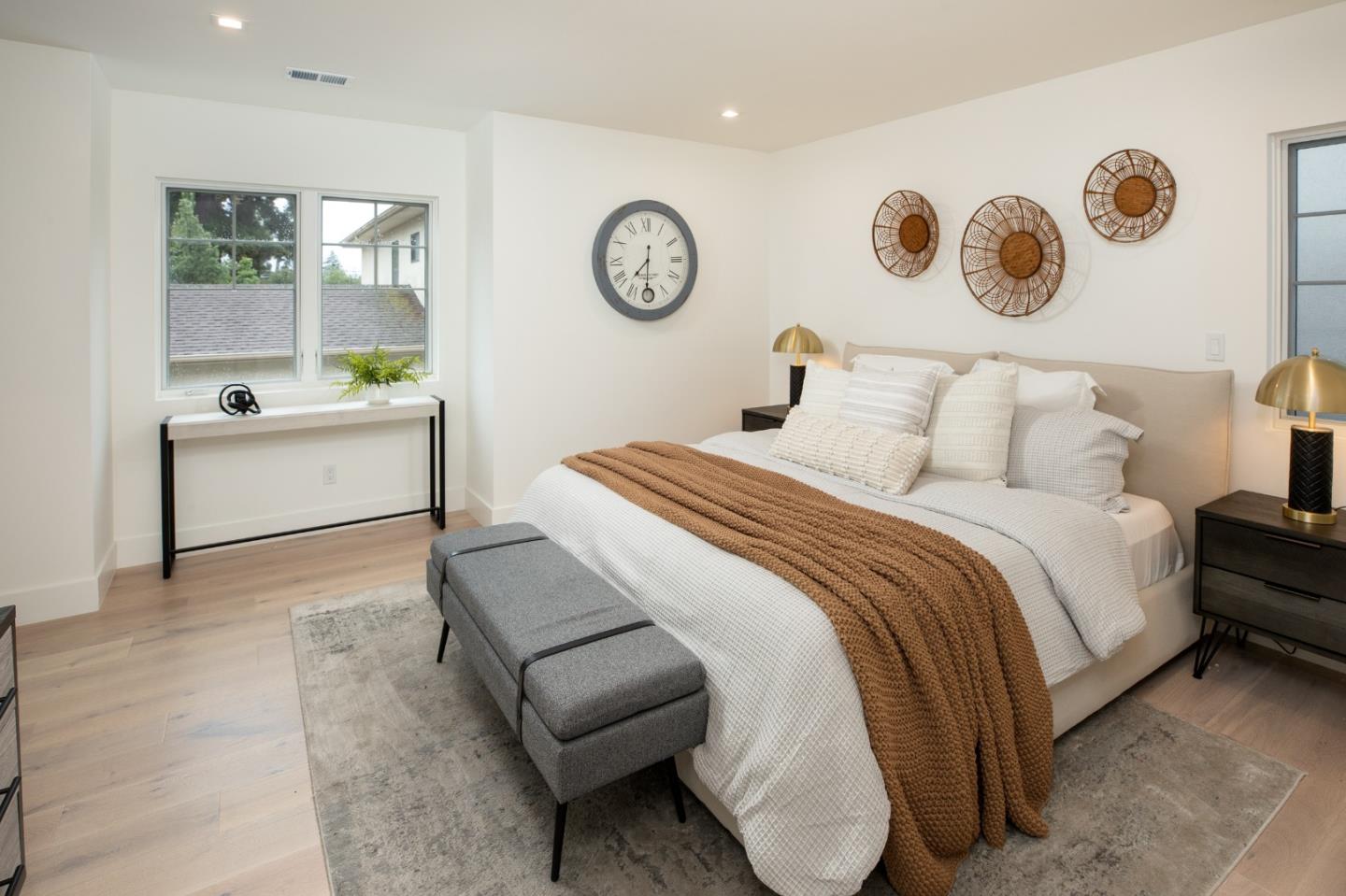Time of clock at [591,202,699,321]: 7:30
